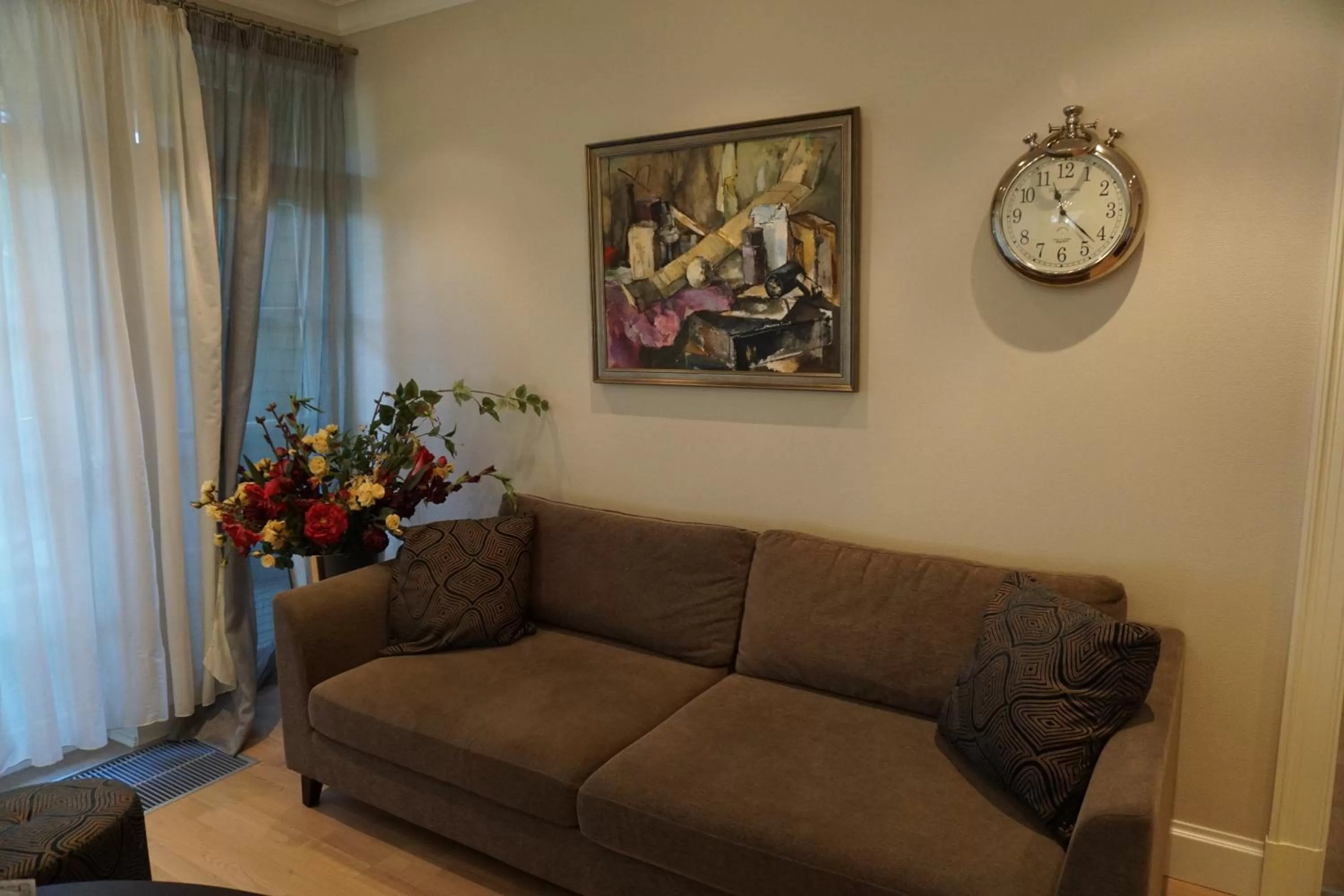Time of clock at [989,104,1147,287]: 11:22
